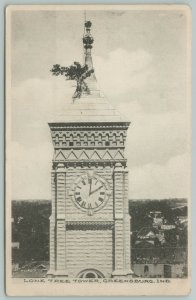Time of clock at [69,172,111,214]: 2:00
